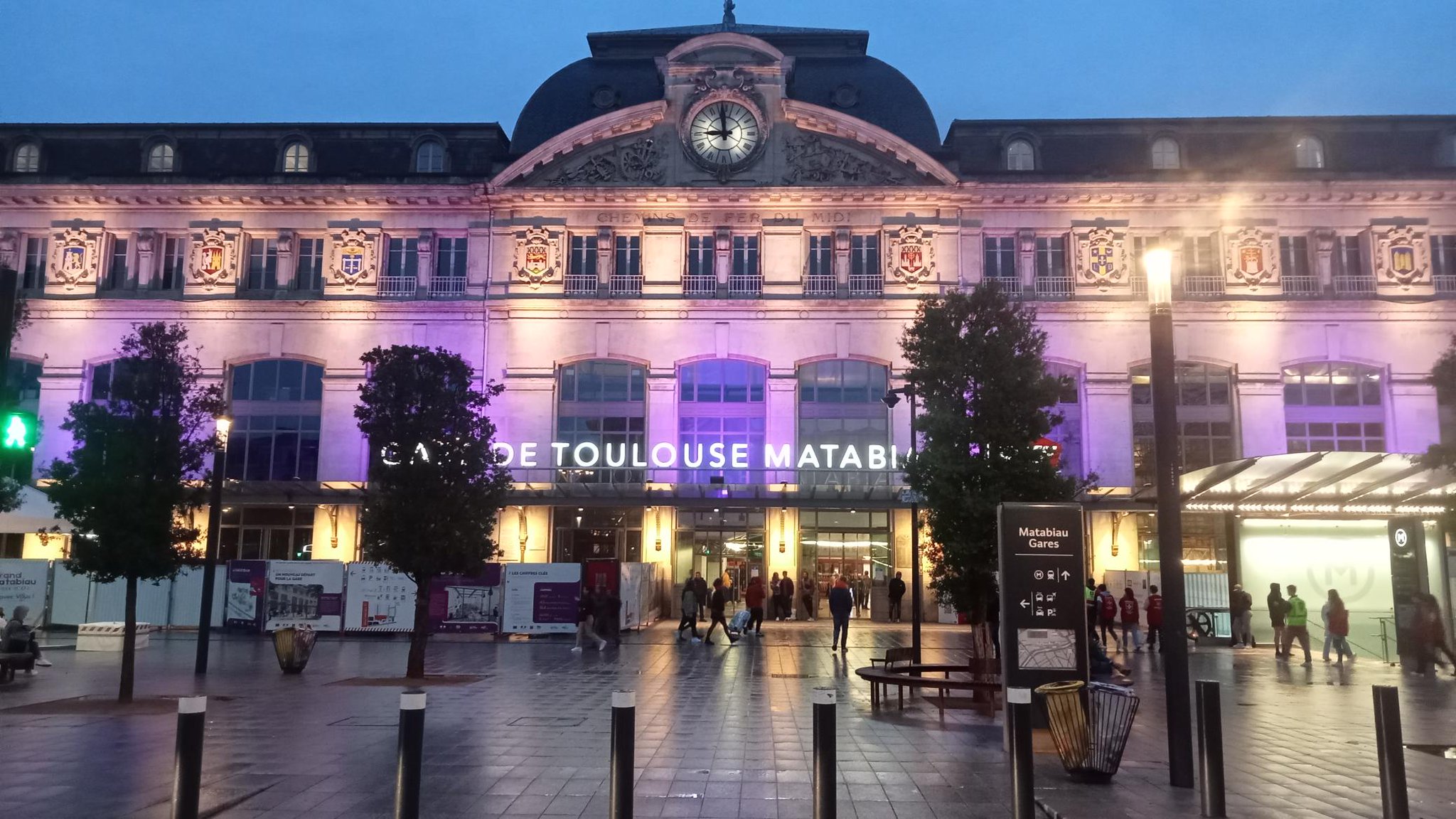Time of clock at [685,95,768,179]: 8:59
